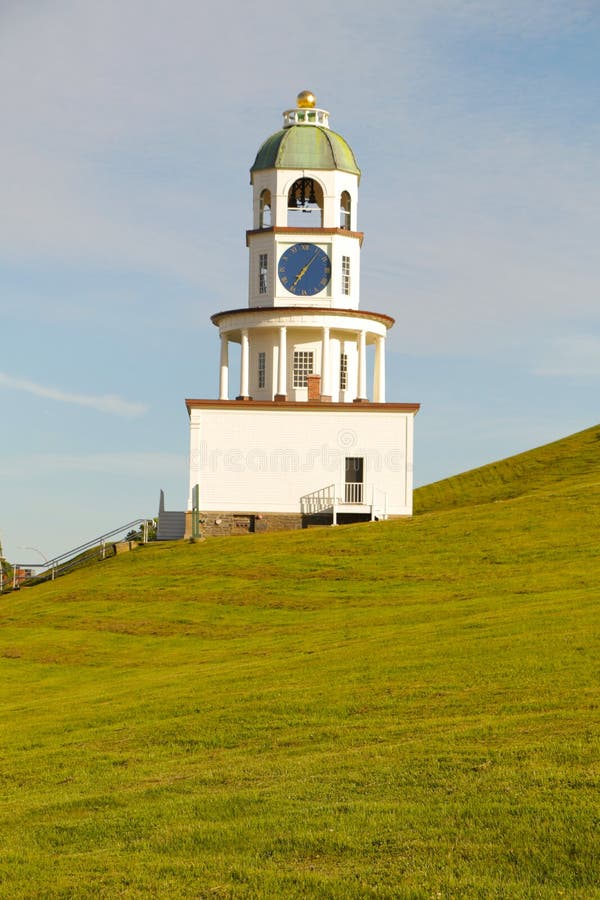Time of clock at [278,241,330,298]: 7:06
